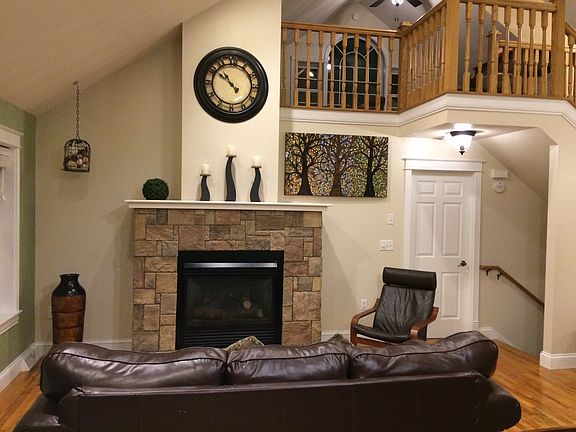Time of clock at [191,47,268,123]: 10:51
